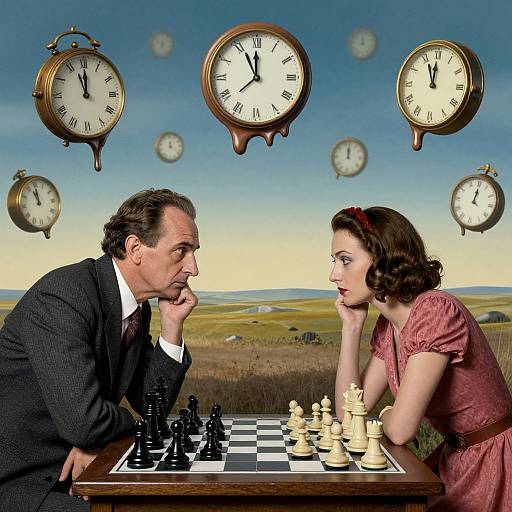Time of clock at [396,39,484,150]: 11:55
